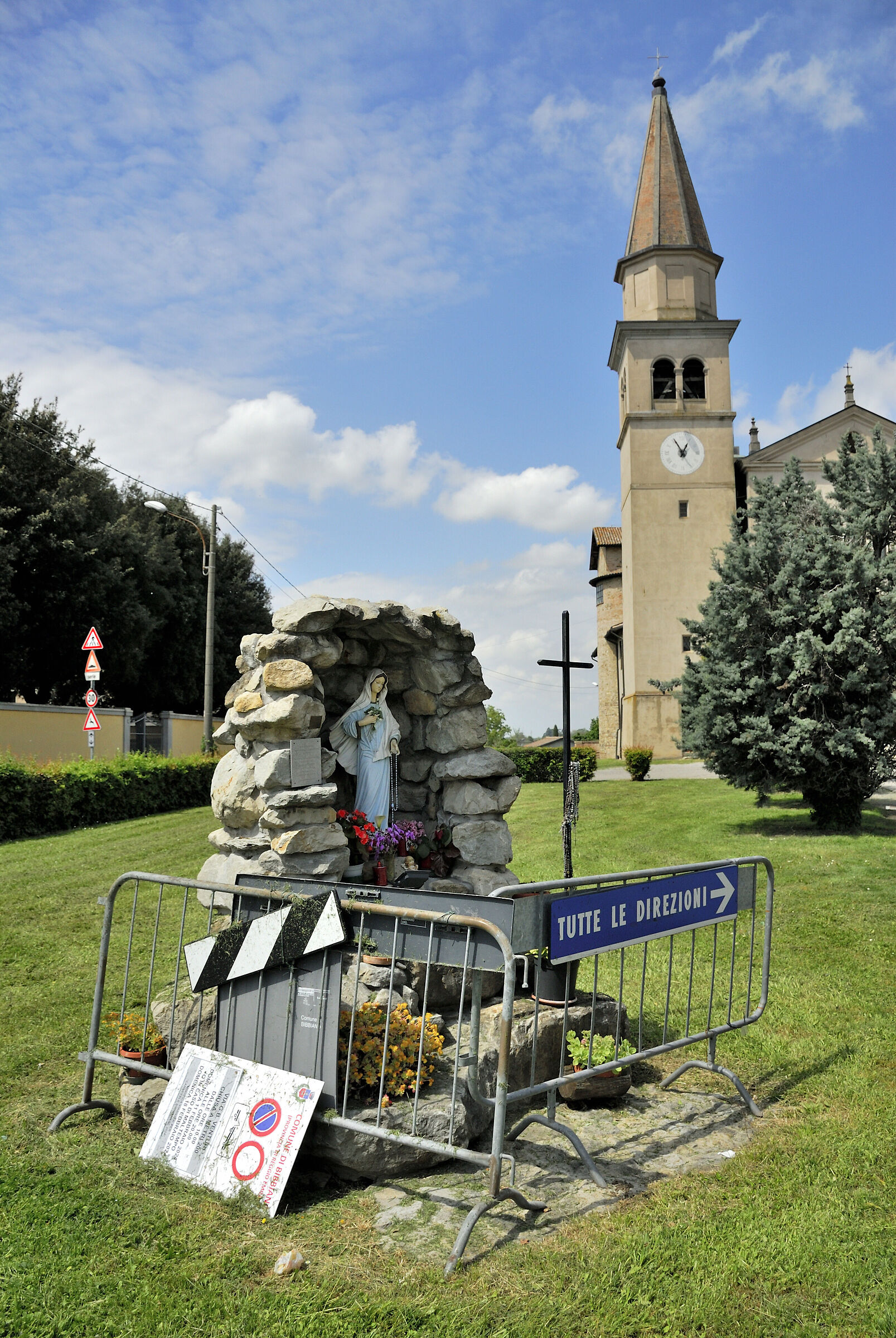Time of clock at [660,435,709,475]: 12:55
